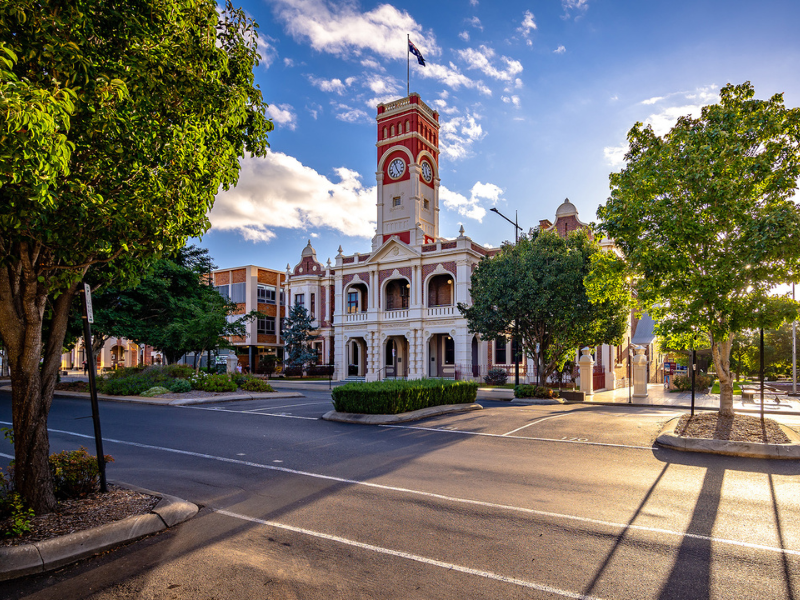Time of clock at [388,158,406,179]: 4:56
